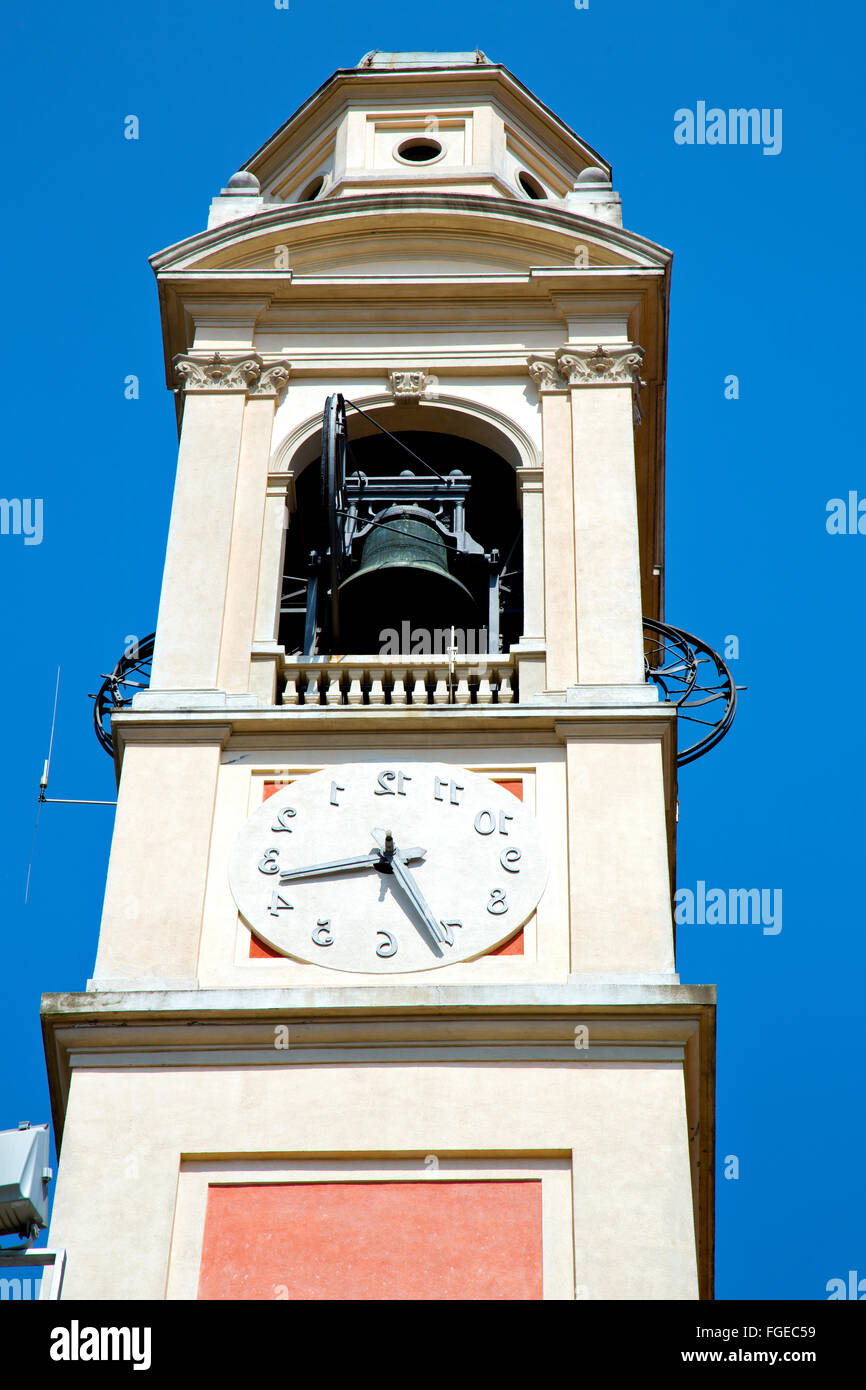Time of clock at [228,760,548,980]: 8:26
